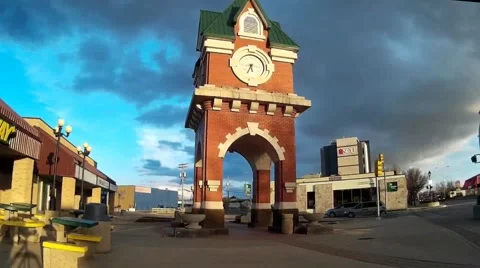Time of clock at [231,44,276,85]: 5:33
